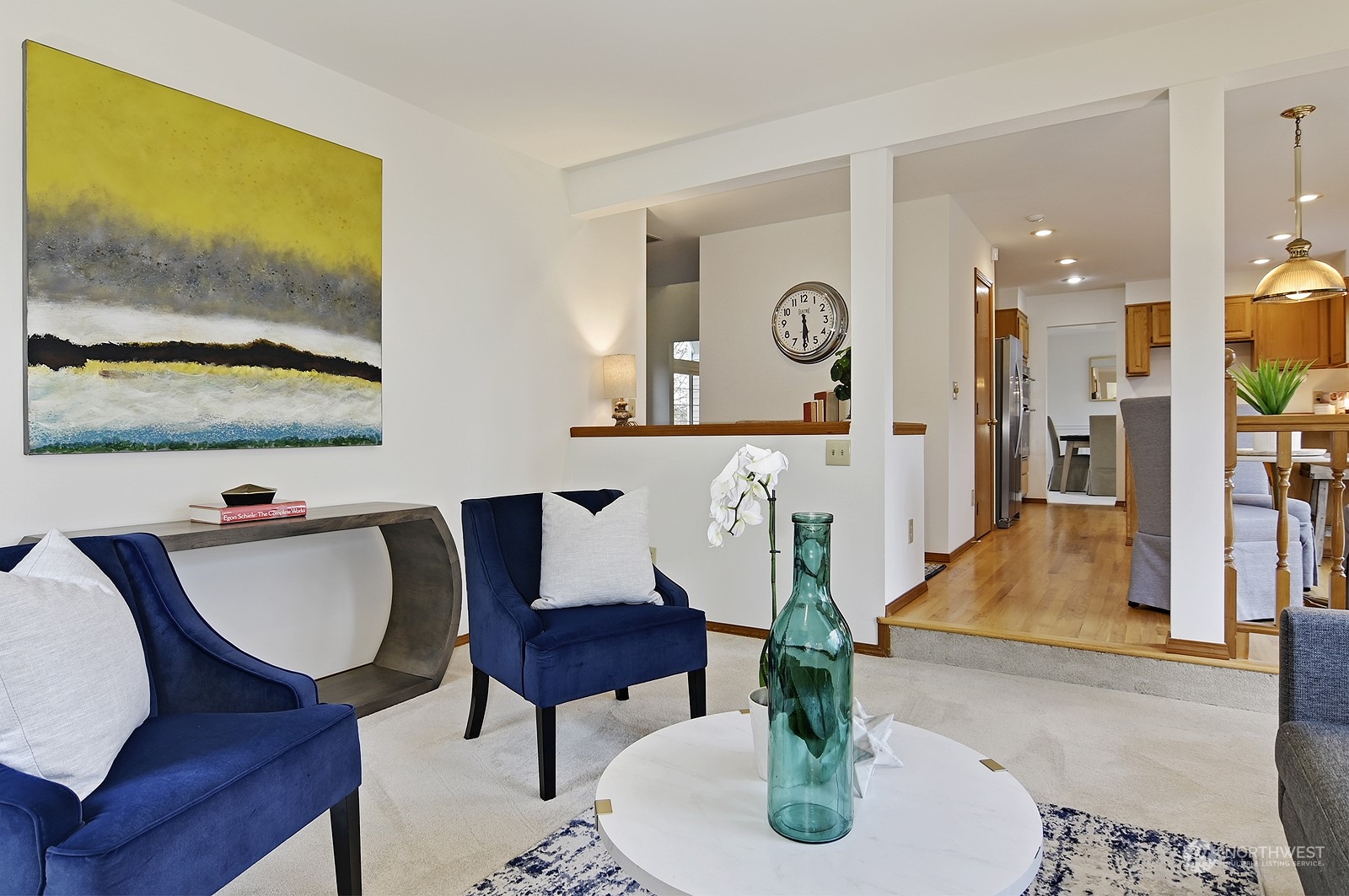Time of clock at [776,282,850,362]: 5:30
